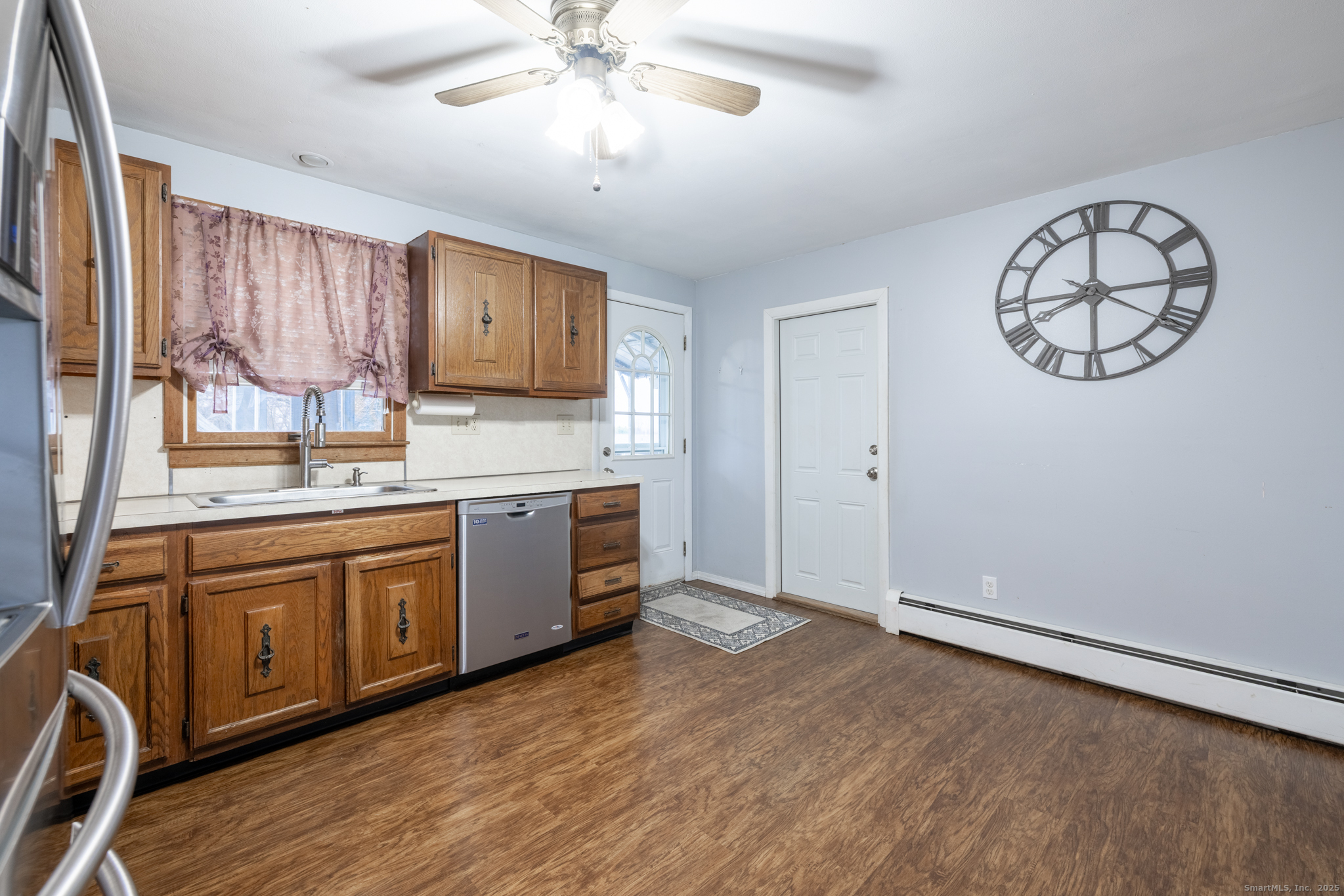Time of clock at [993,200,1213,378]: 8:14
